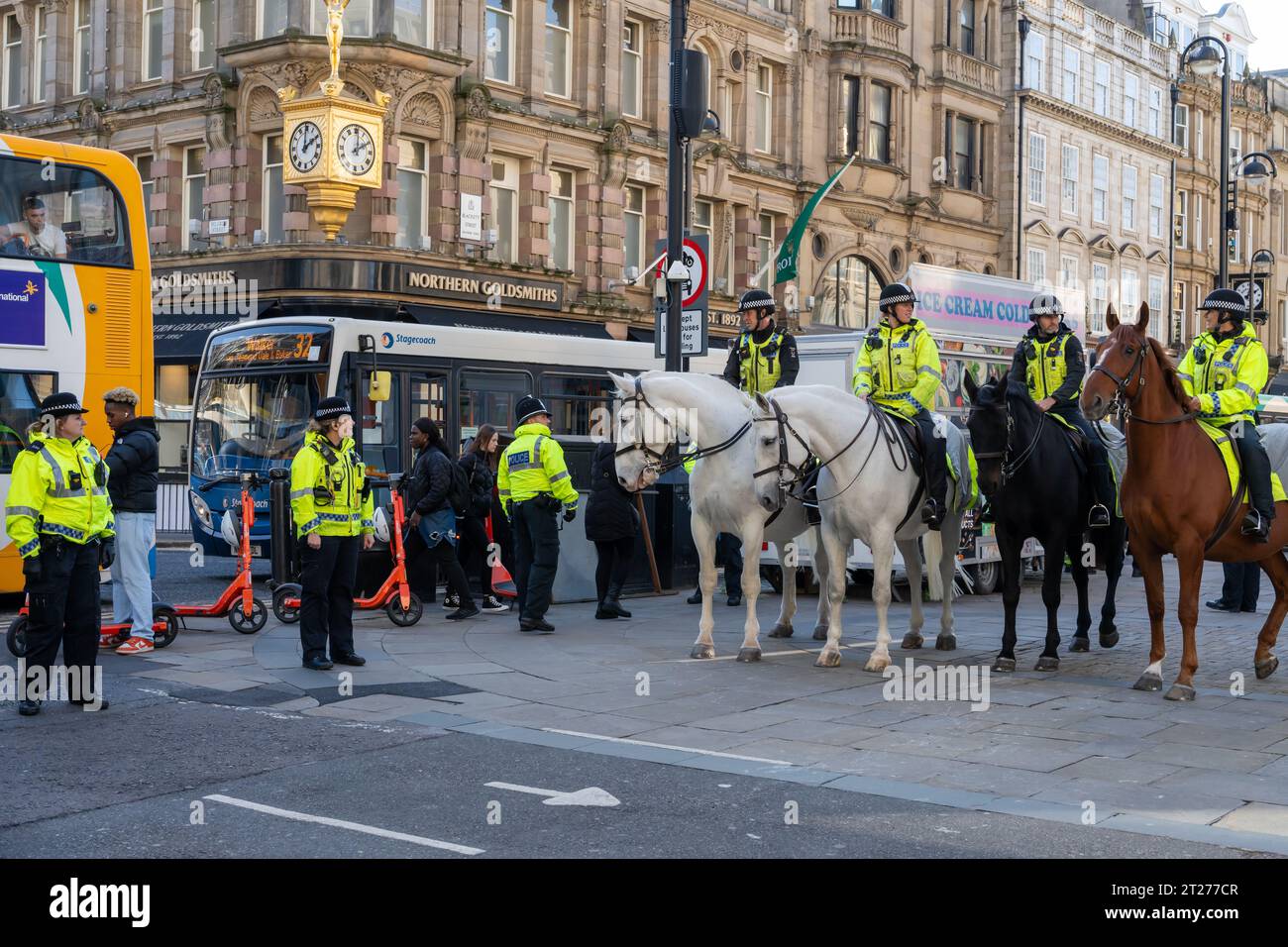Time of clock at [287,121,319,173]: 1:59
